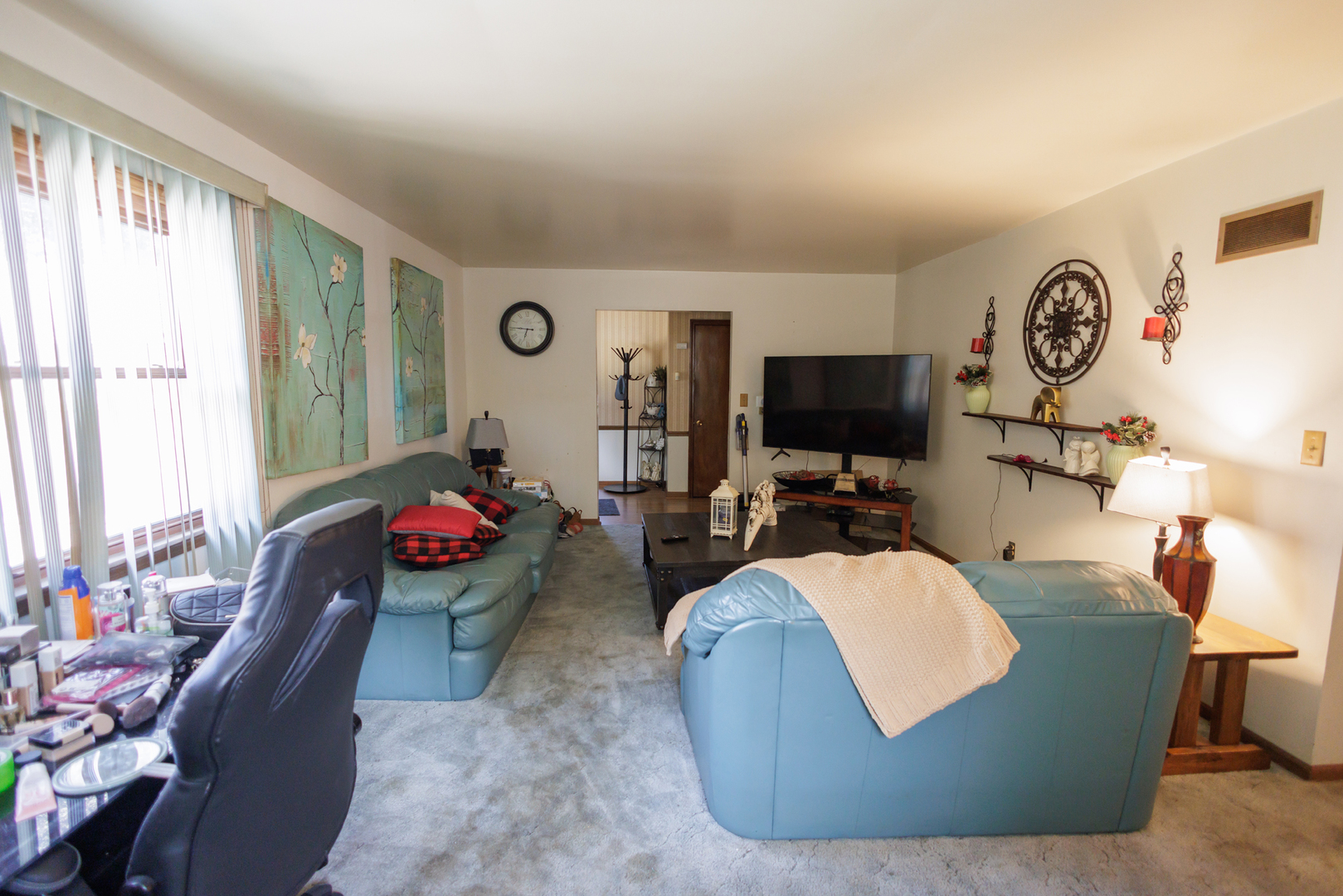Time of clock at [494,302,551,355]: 6:45
